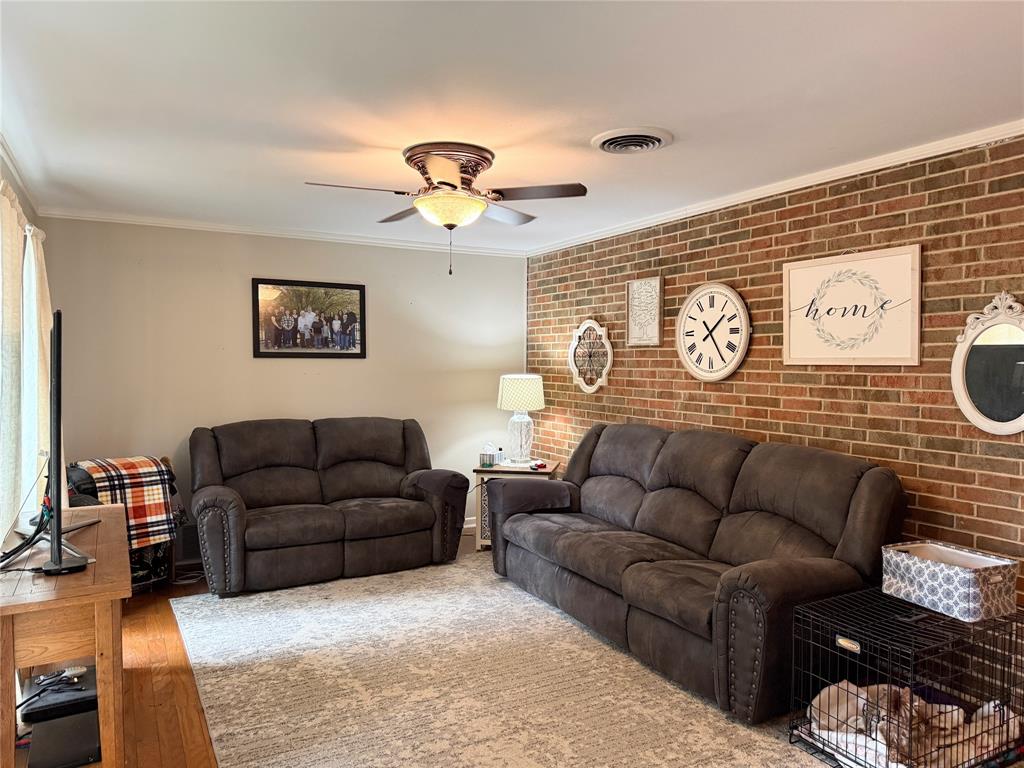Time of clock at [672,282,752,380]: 1:24
